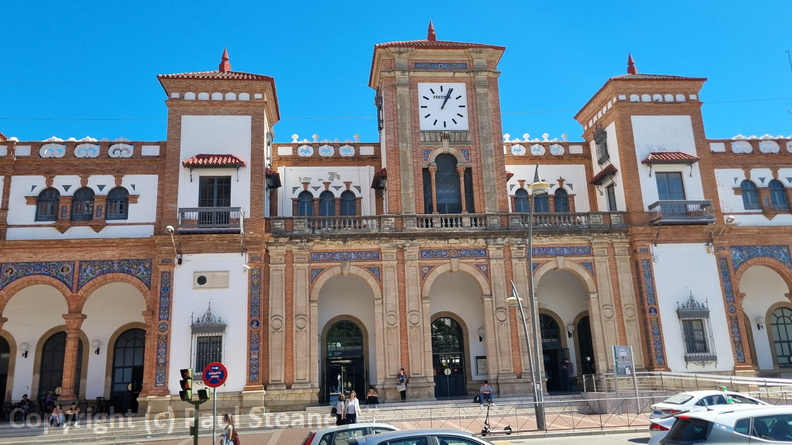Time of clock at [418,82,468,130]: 1:04
